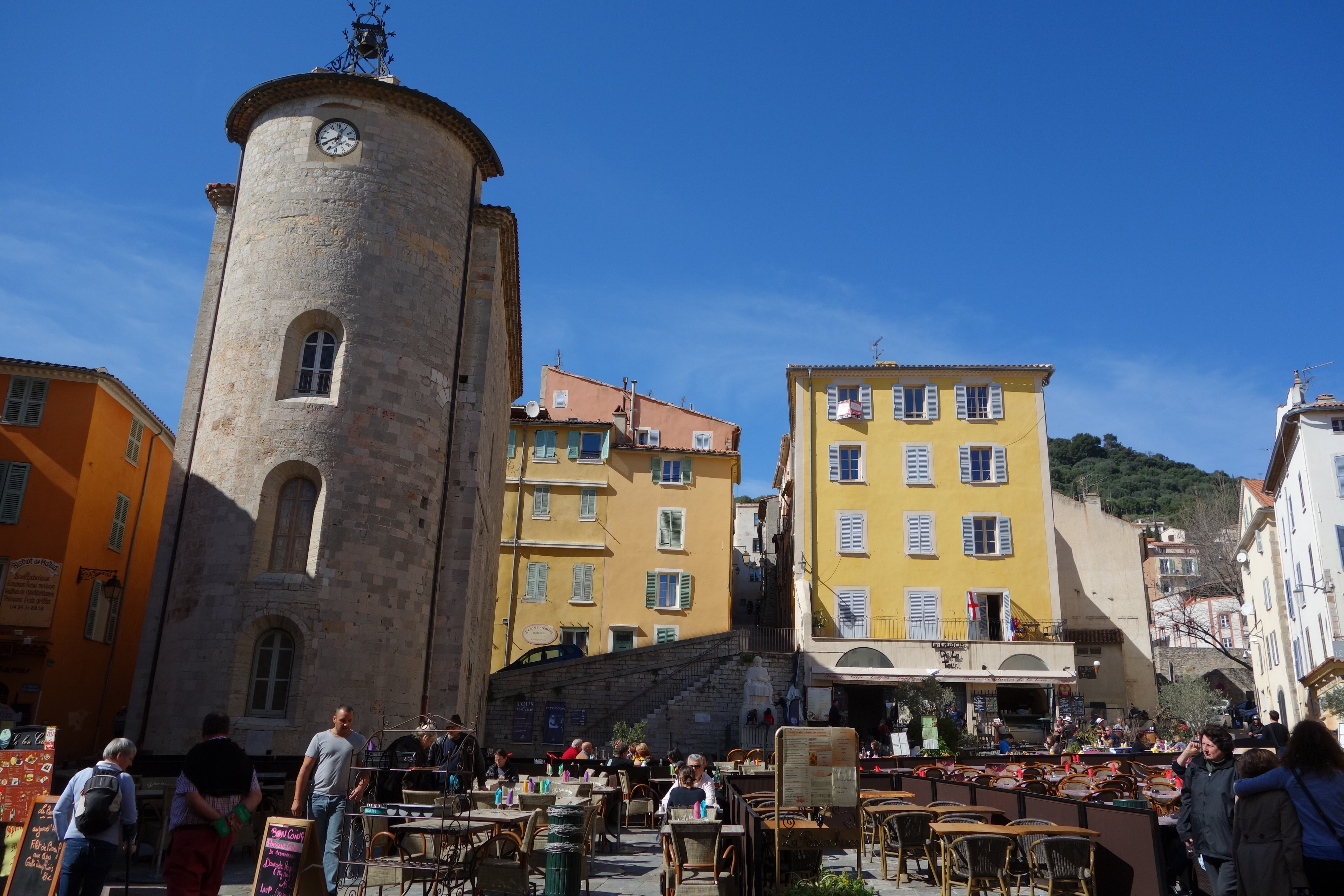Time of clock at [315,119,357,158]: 12:40
